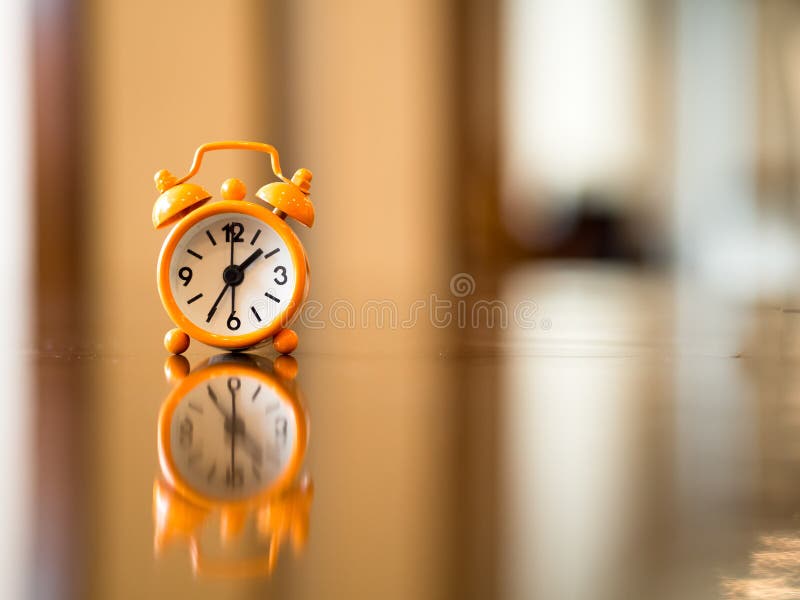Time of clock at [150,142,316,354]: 1:35
